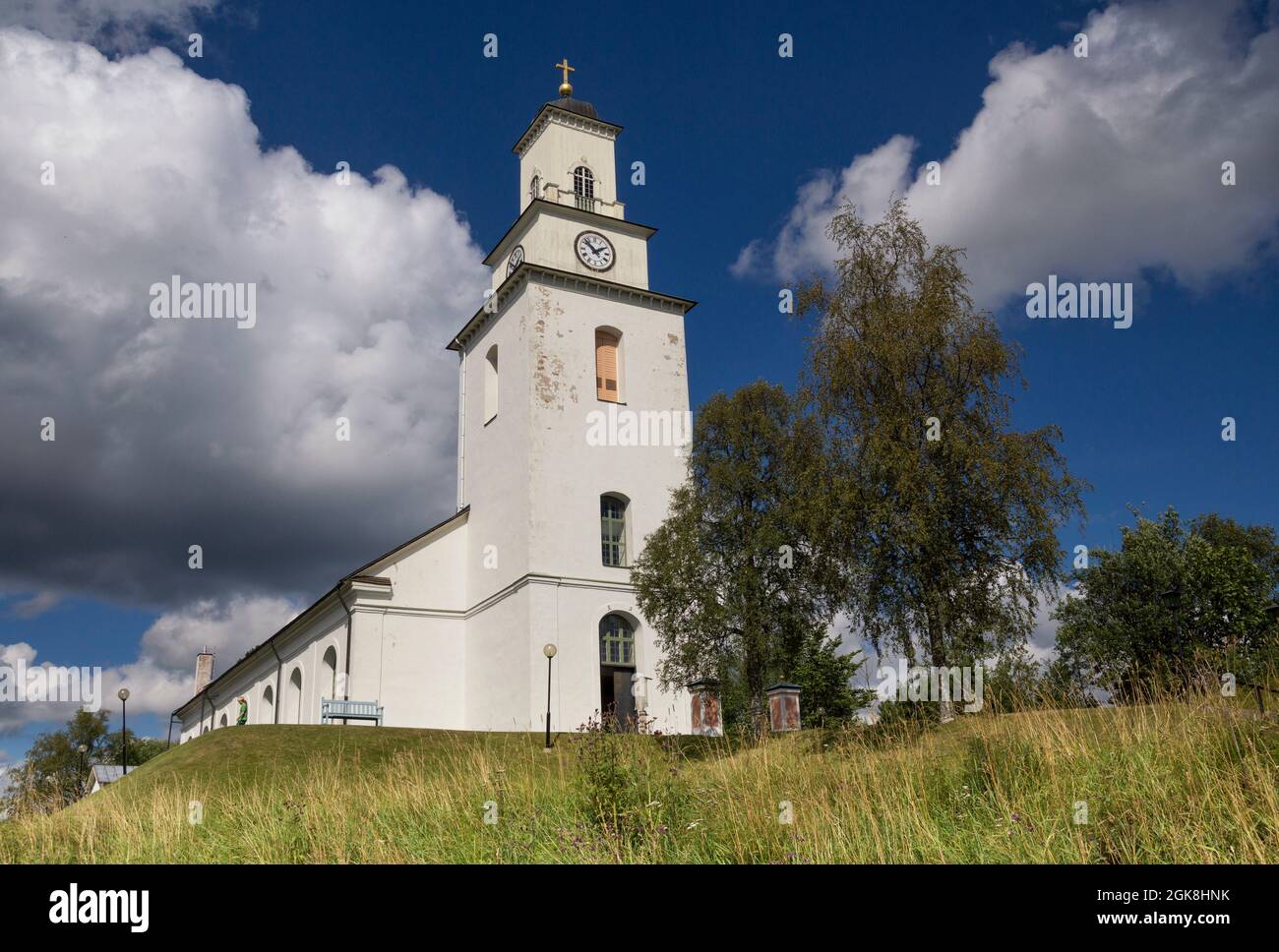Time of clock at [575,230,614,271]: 1:51
